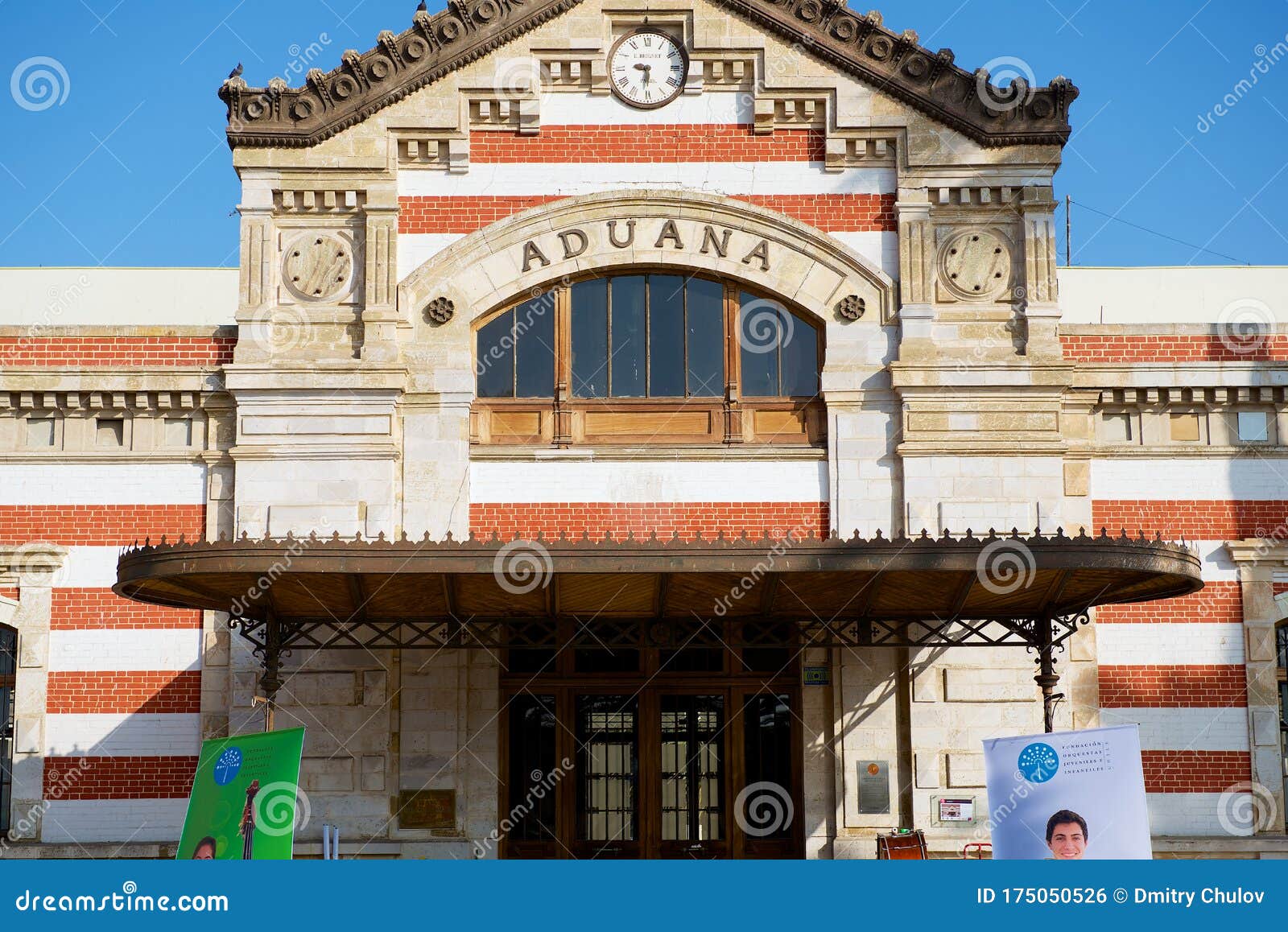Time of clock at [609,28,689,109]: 9:30
